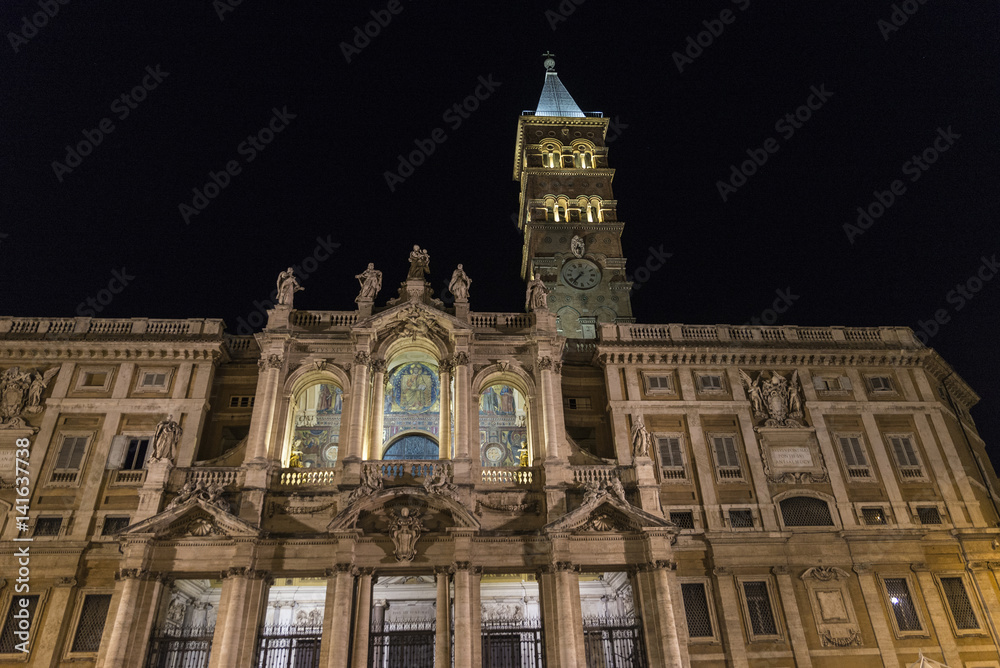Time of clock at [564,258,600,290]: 11:36
